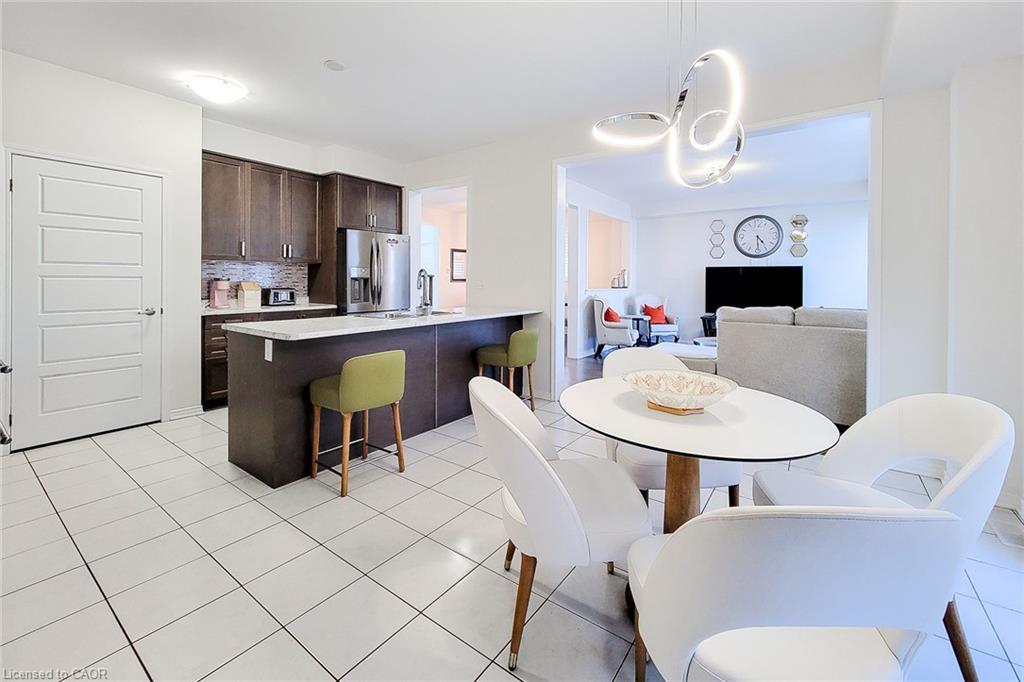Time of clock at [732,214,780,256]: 4:29
